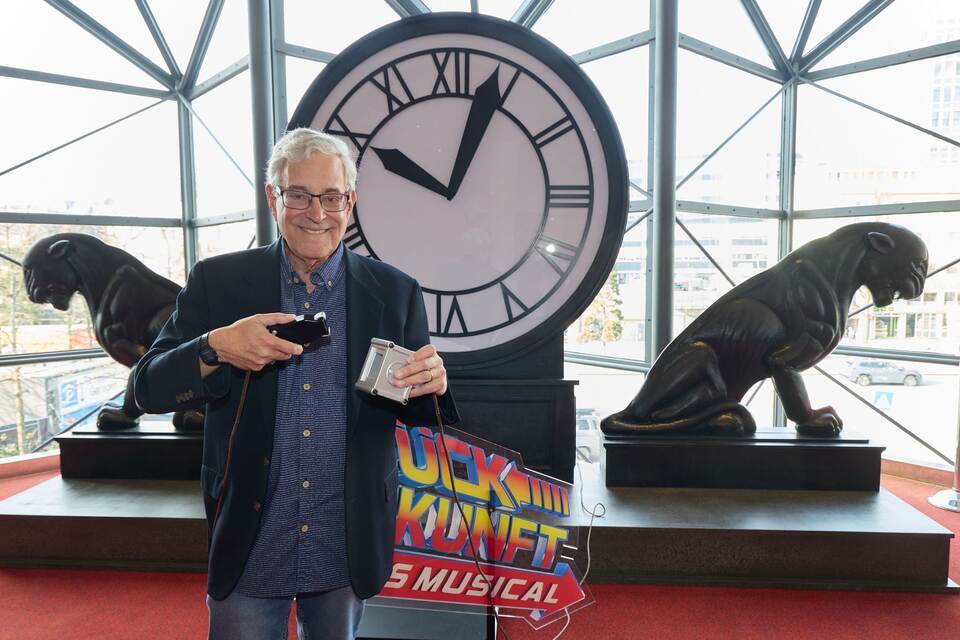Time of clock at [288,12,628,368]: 10:03
